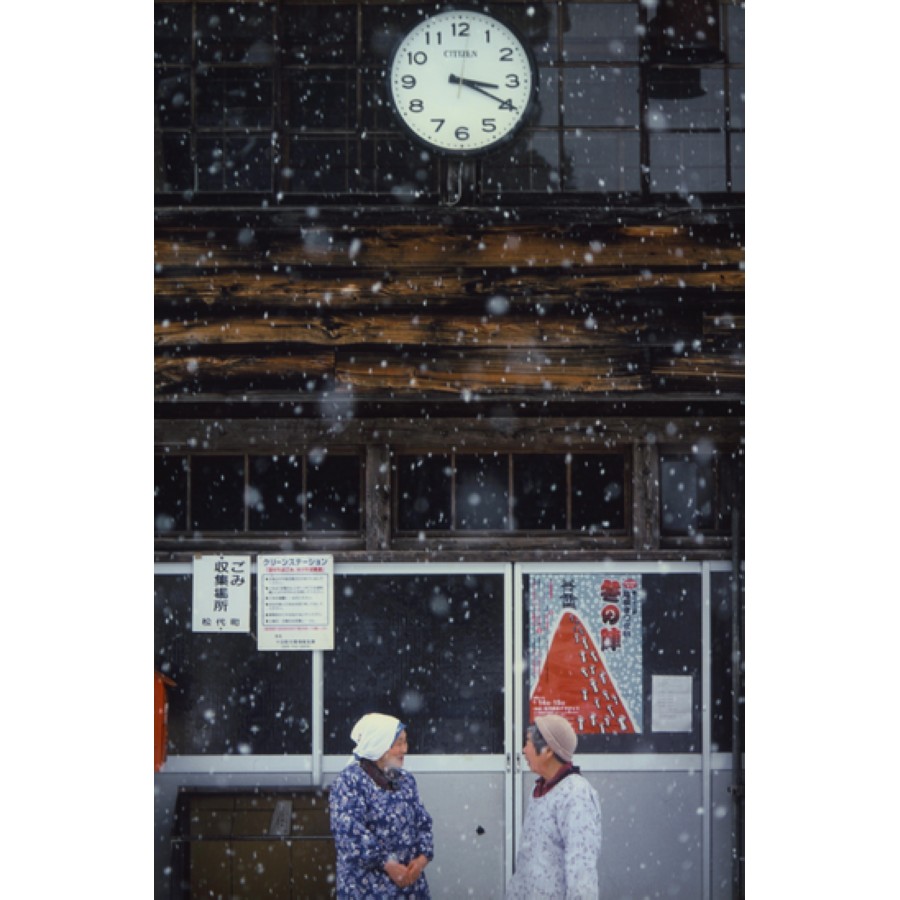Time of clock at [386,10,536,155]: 3:19
